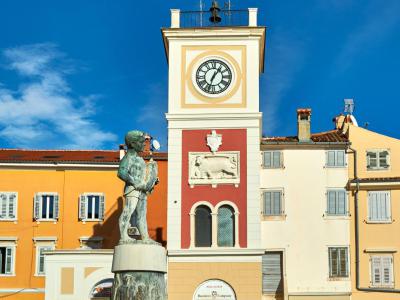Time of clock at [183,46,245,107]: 1:33
